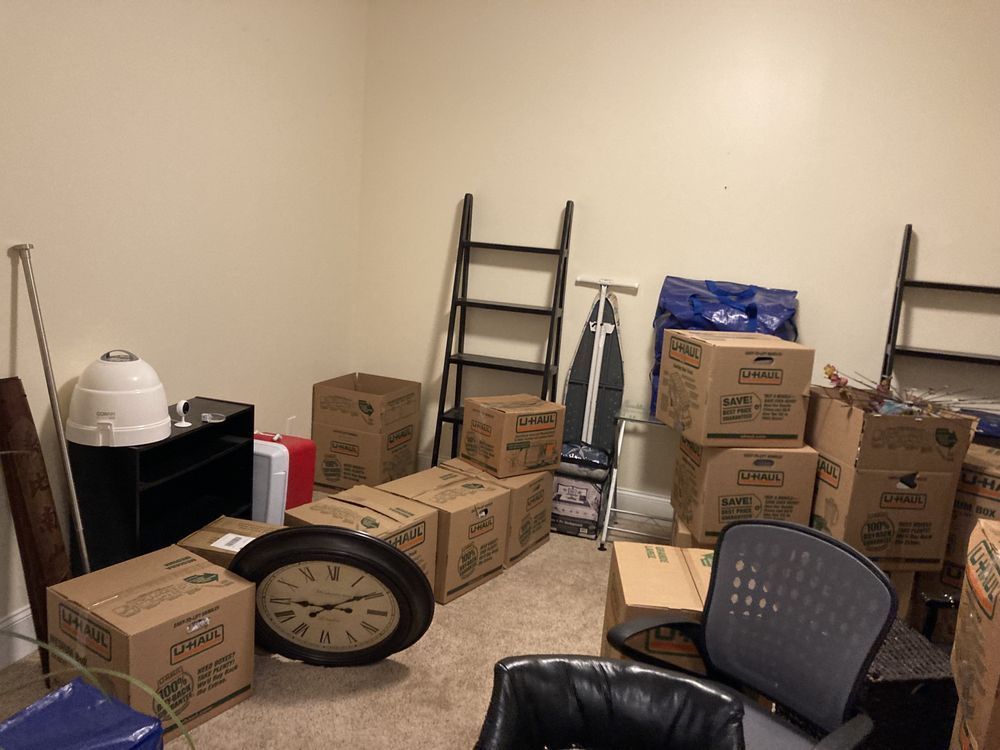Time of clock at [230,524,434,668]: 9:09
